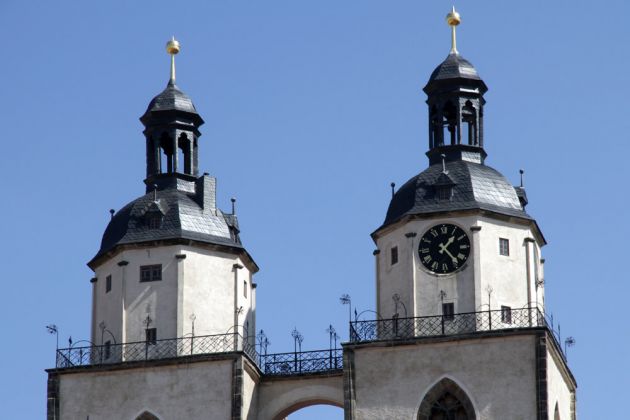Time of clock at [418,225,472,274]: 1:23
